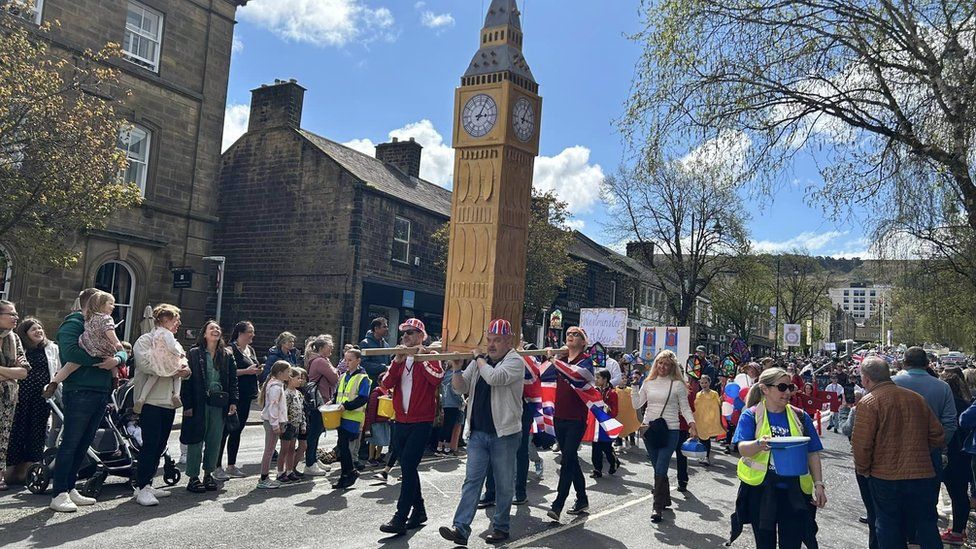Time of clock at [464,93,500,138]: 3:04
